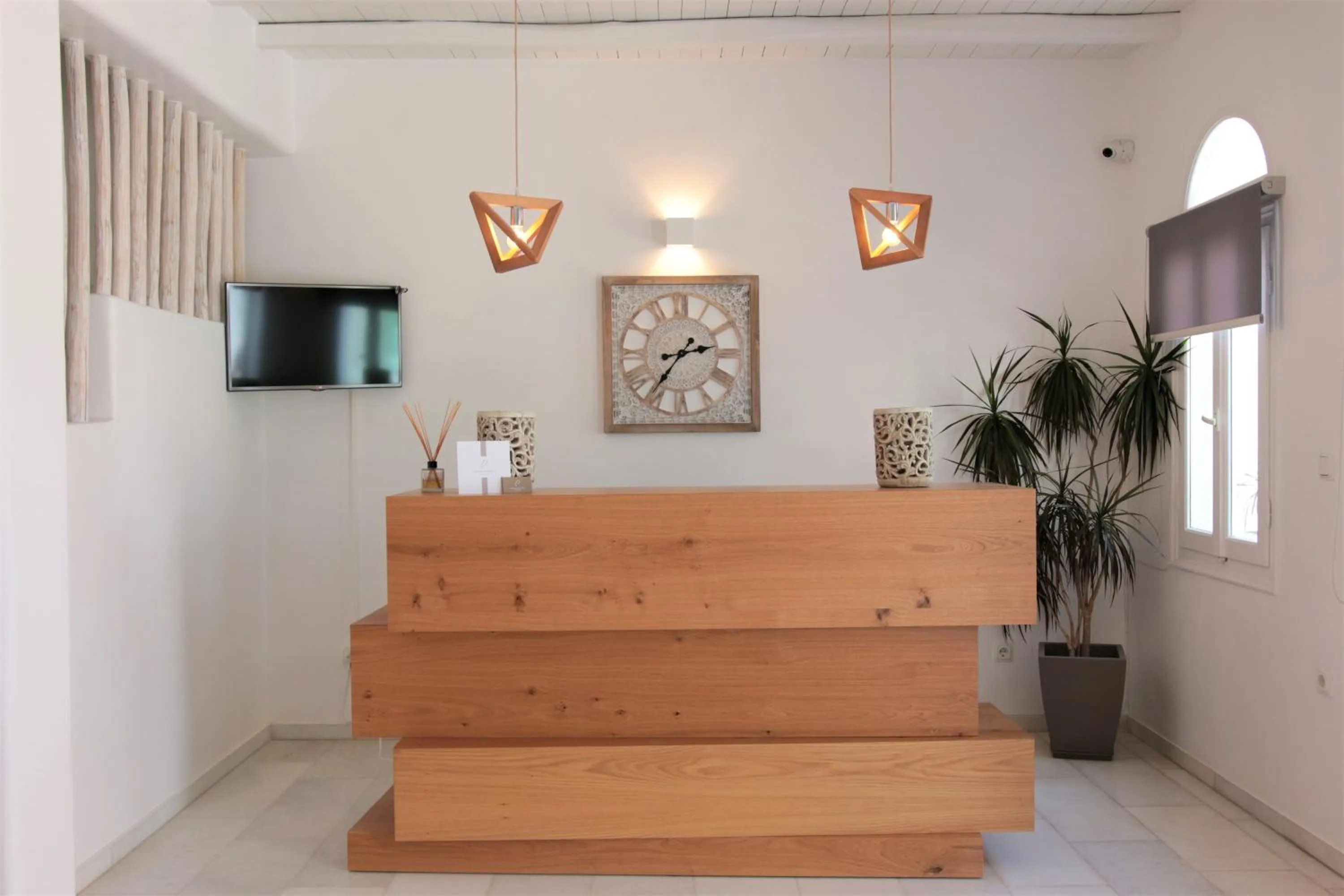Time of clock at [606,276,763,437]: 2:36
